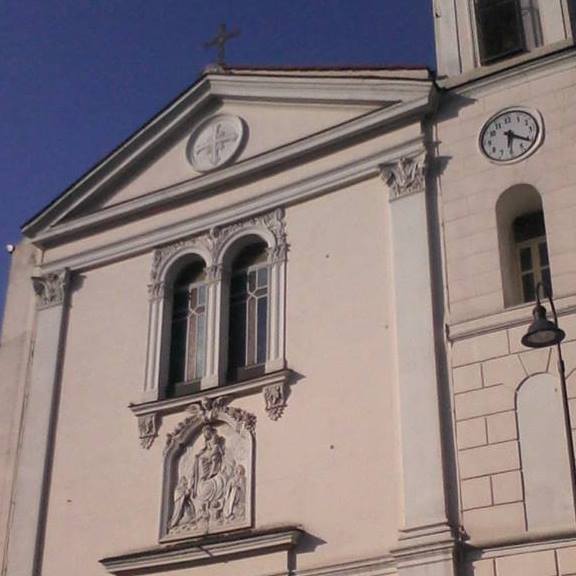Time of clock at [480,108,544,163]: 6:20
